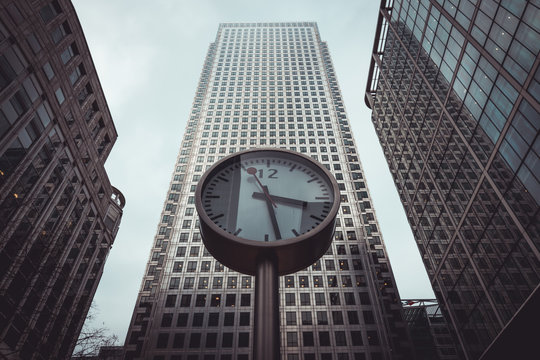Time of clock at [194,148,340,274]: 3:28
